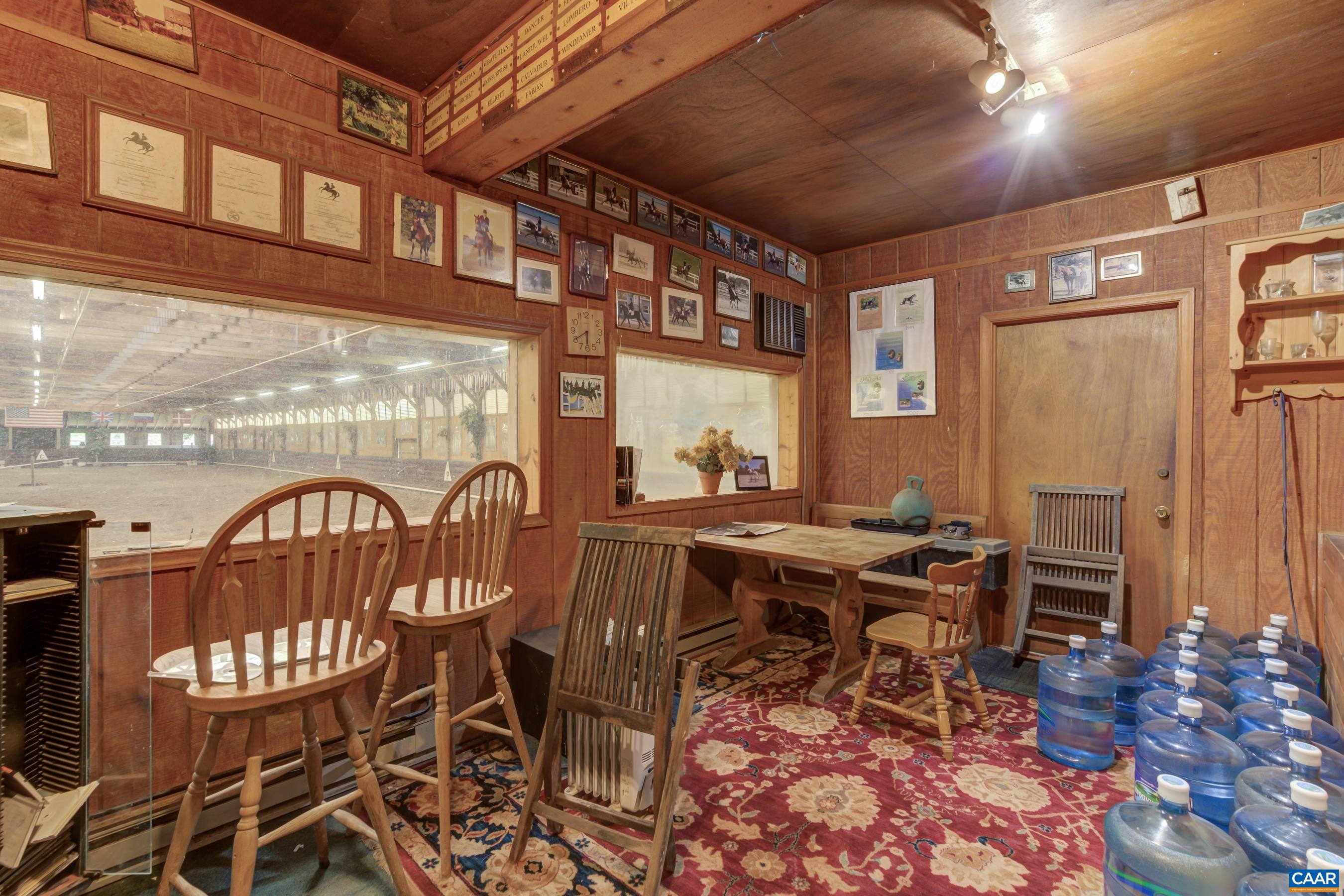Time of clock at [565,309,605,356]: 5:40
